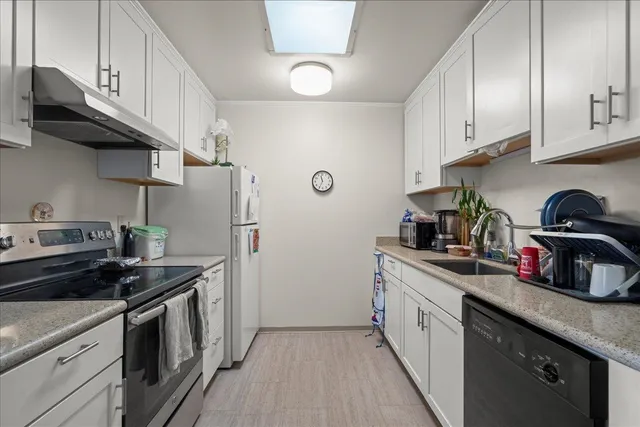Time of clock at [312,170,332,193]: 11:34
